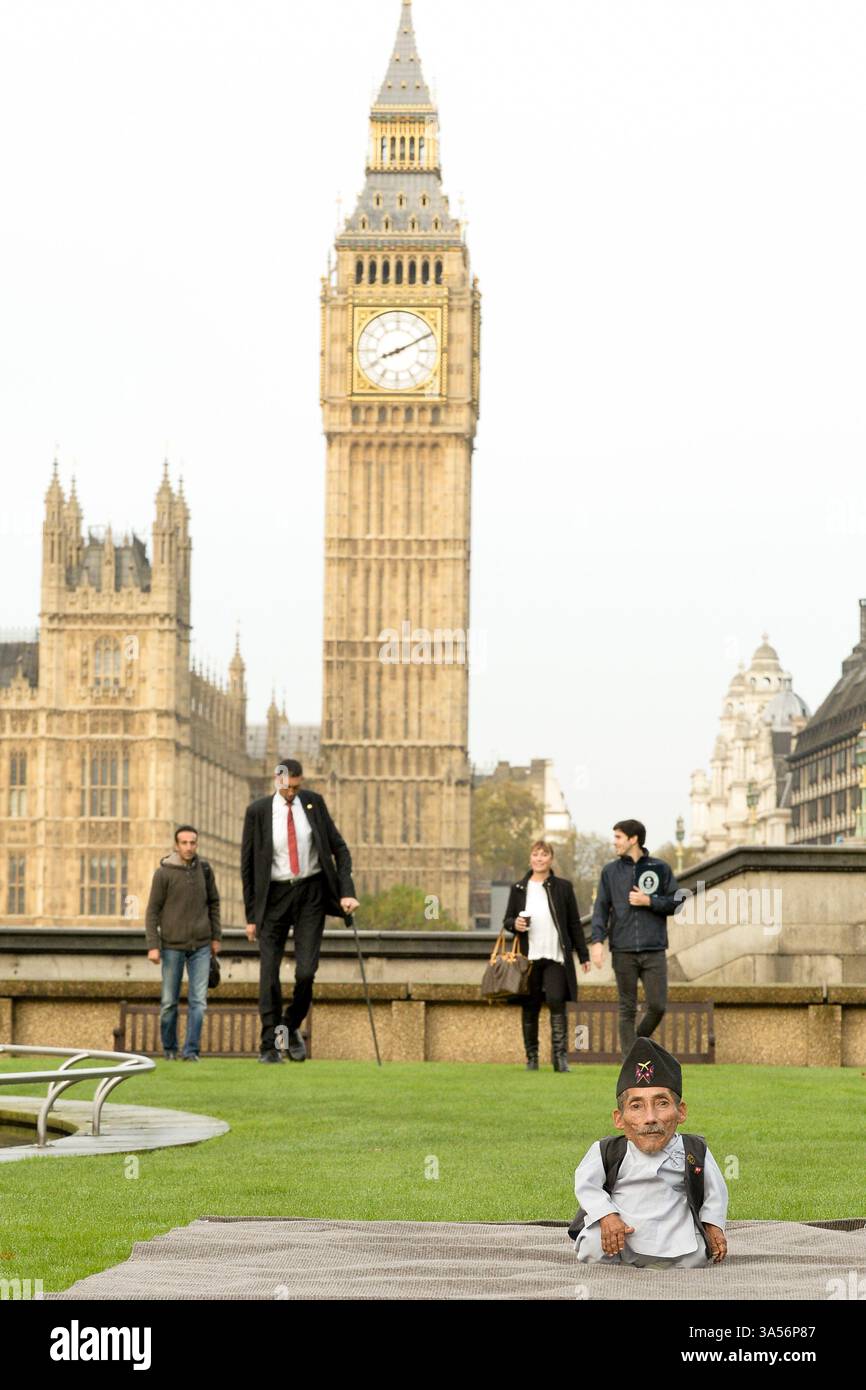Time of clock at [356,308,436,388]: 8:10
